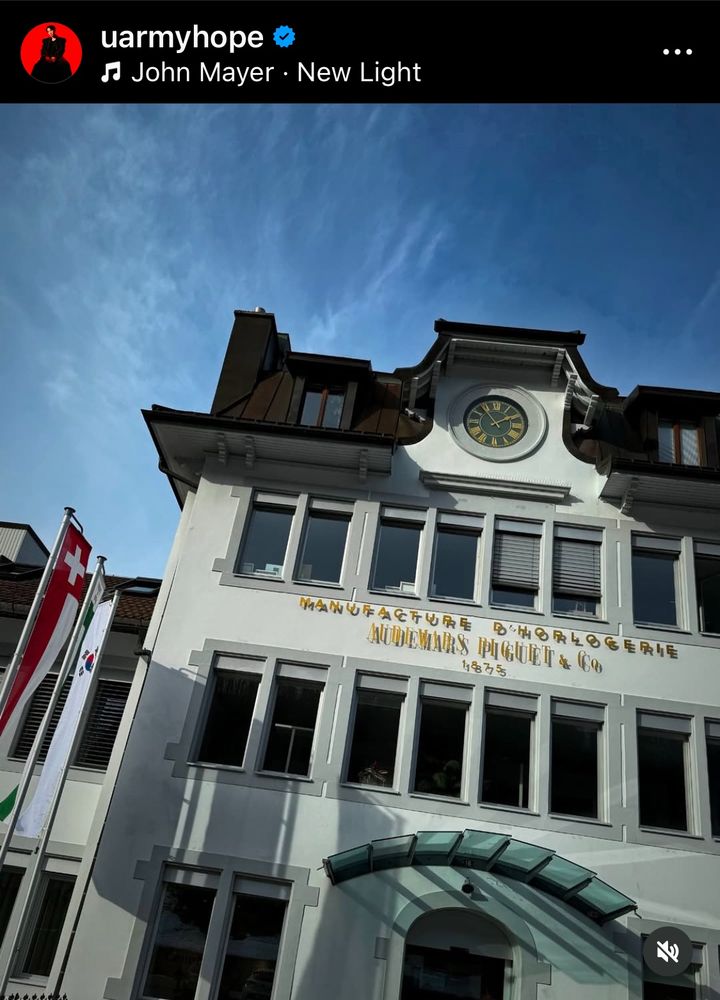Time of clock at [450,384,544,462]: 1:53
